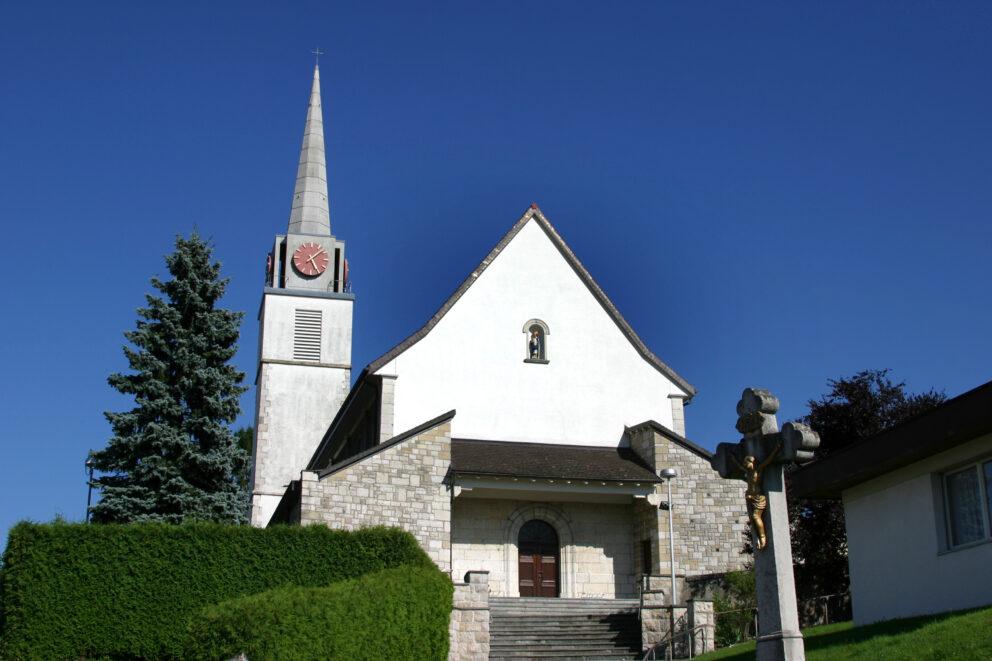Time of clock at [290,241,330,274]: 5:08
